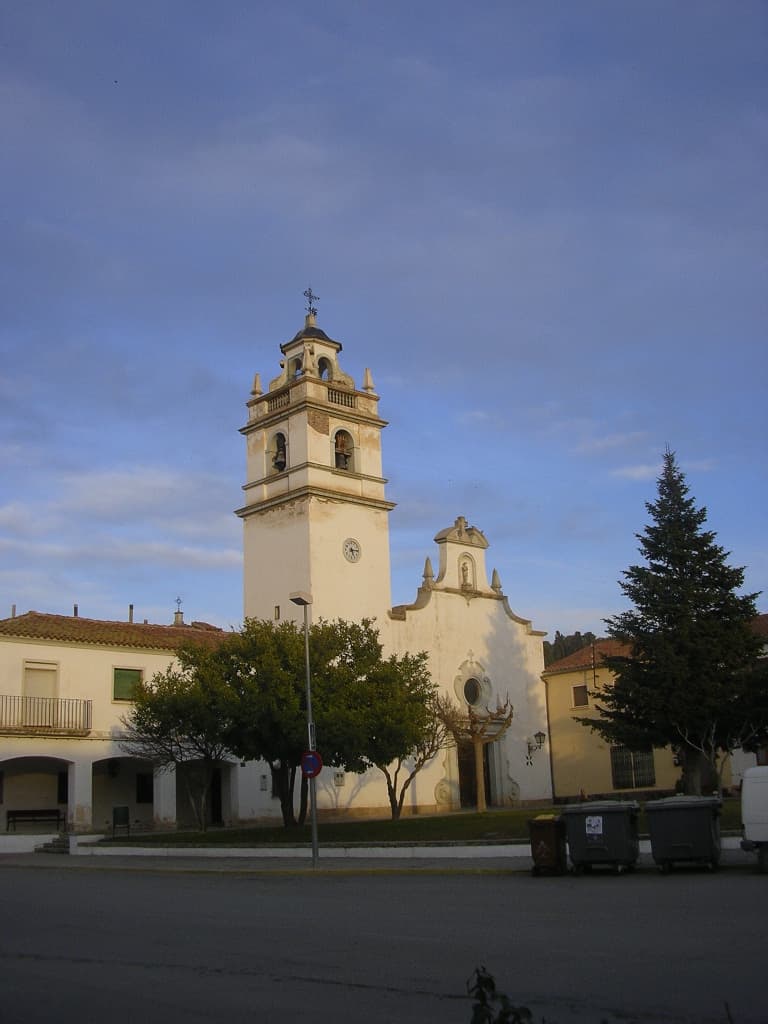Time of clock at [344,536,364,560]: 5:14
